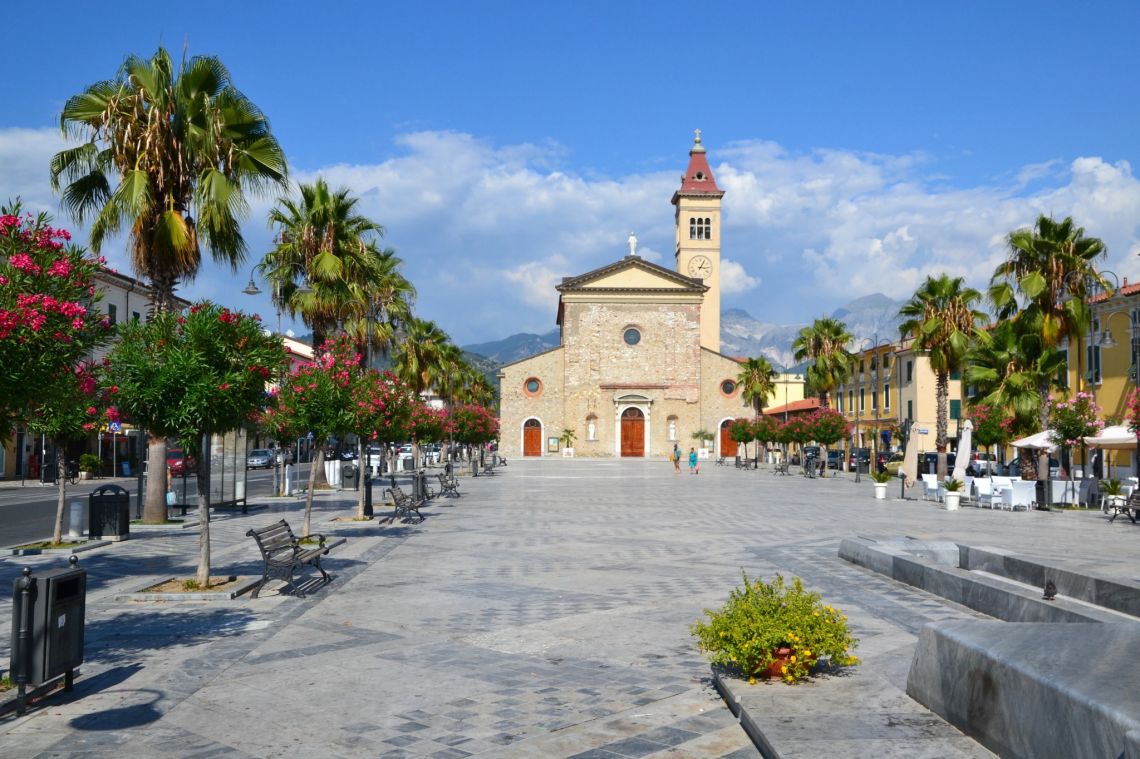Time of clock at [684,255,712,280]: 3:04
